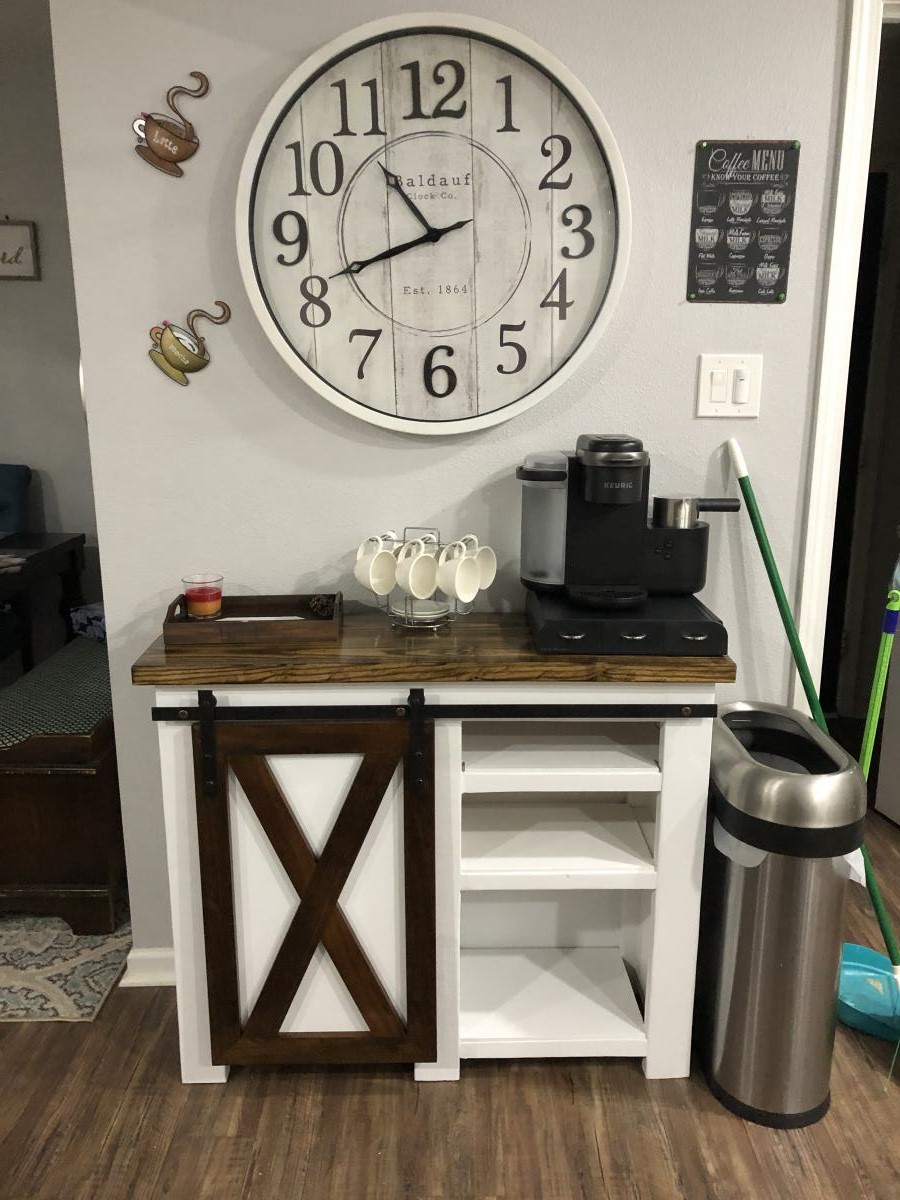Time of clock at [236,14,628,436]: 10:41
